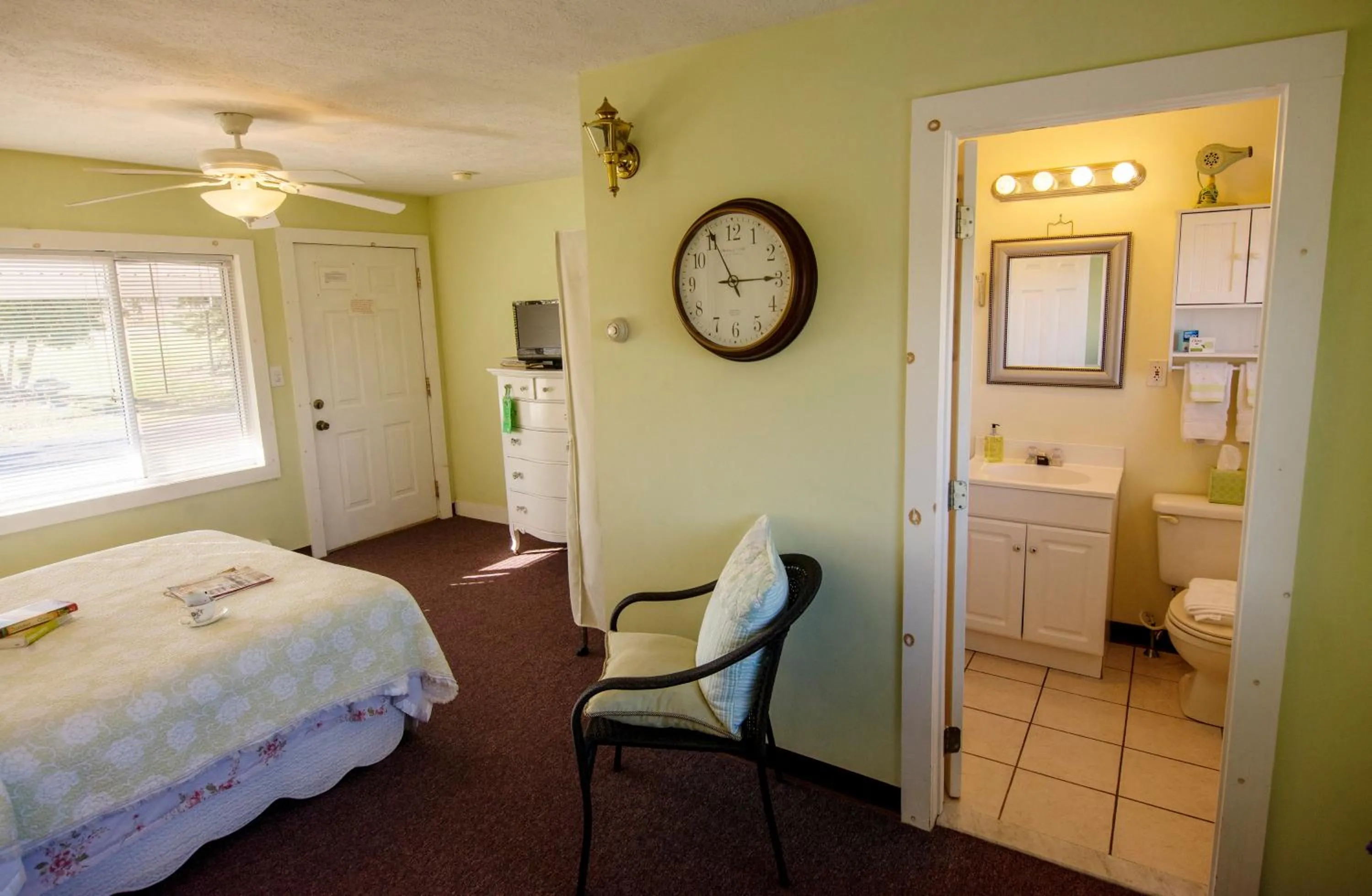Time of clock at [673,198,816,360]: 2:55
